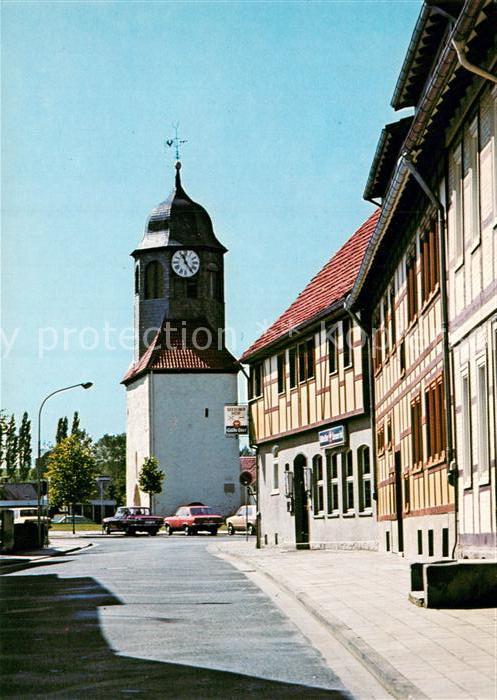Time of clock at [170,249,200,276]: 11:24
